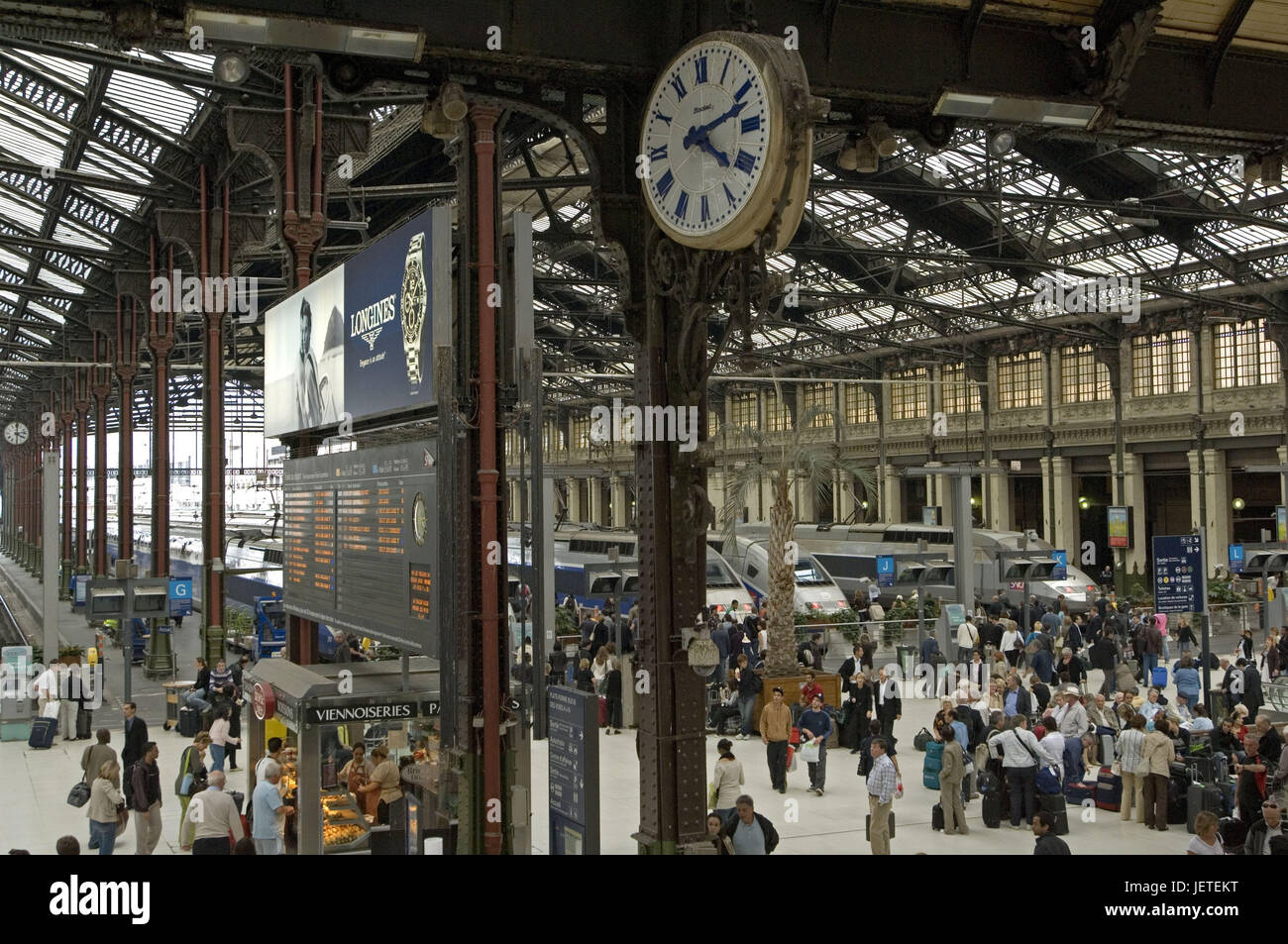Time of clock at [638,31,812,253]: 4:12
